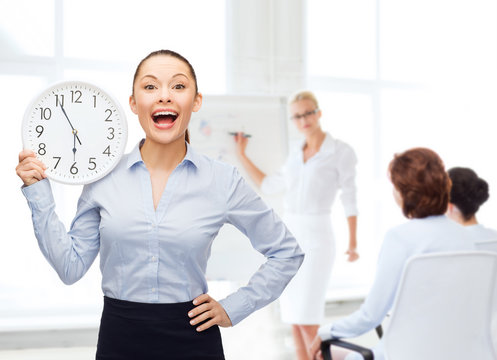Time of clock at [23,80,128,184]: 5:54
